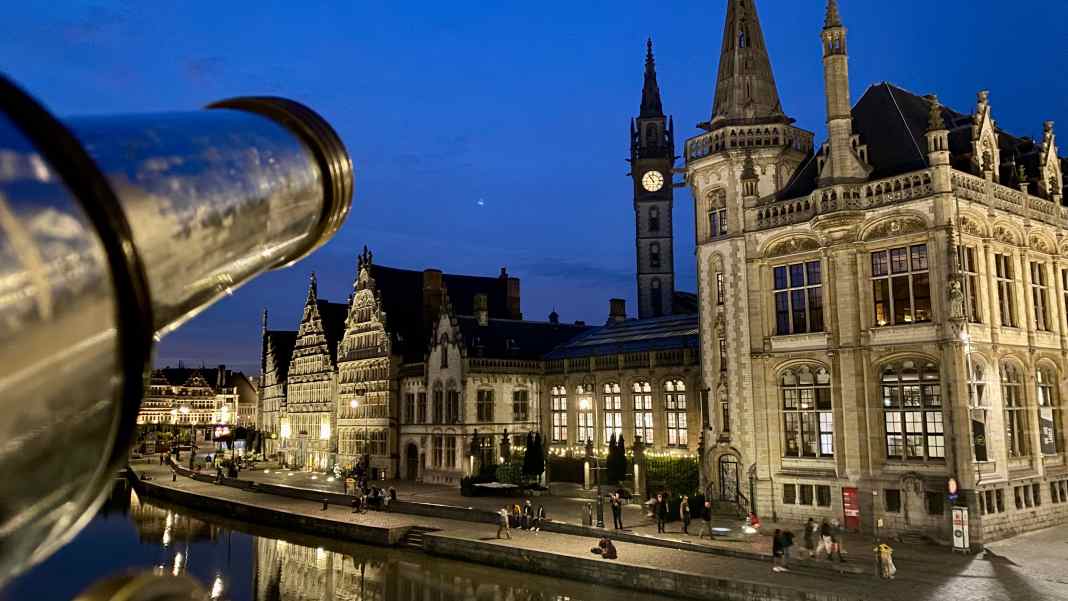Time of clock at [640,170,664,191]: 10:53
